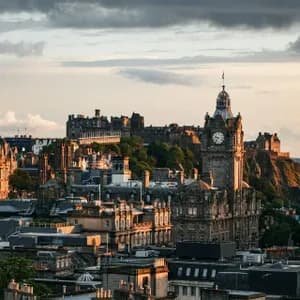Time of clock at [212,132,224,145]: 9:36
